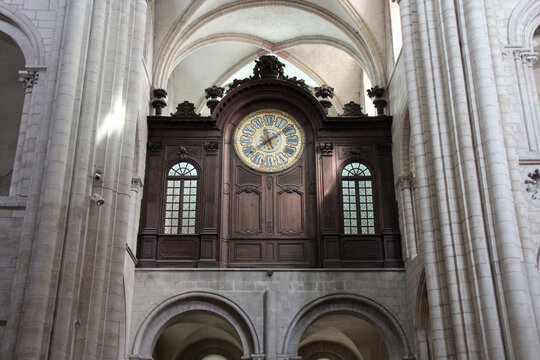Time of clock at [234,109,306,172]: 12:08
